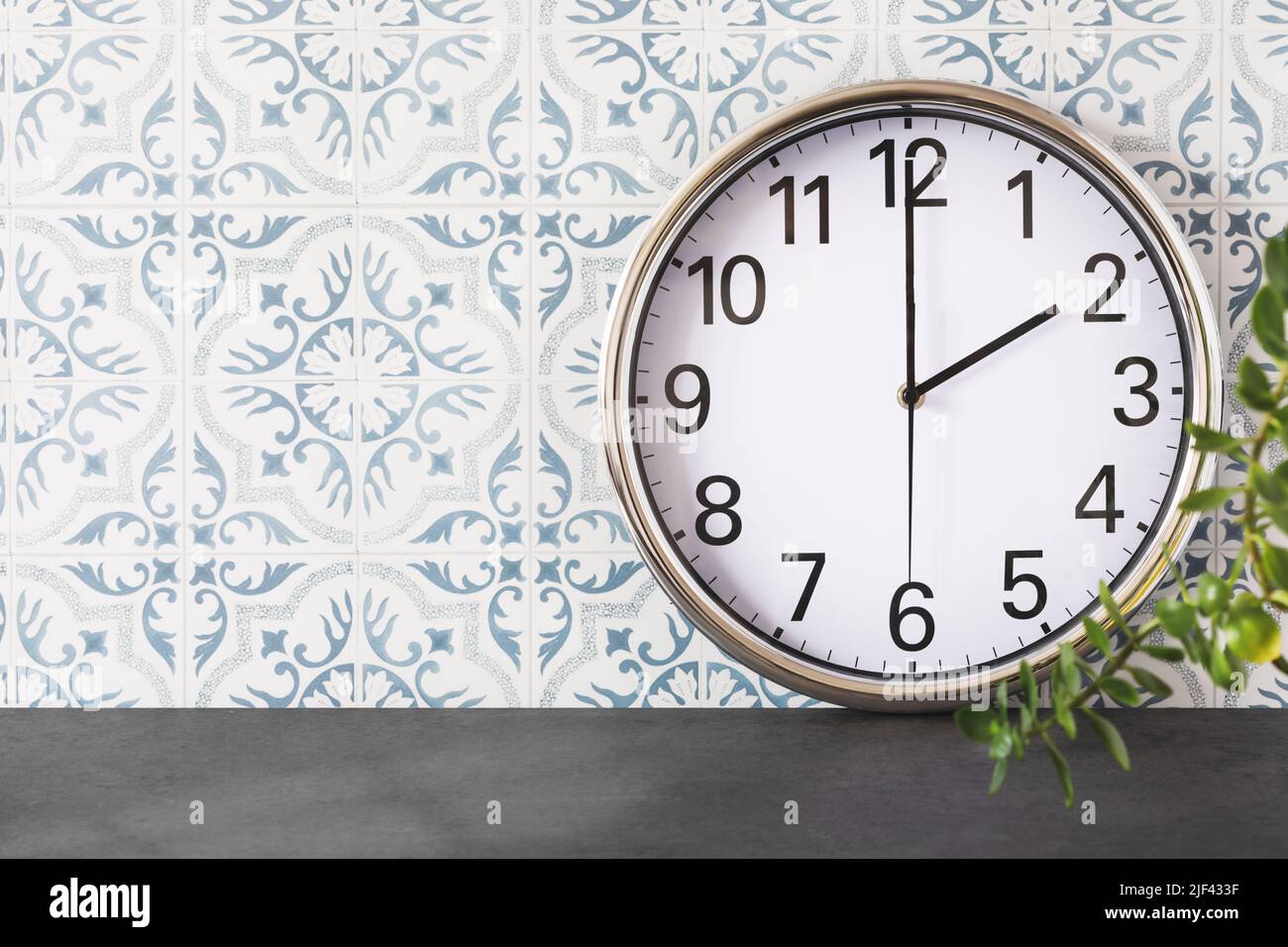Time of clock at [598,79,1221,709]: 2:00
